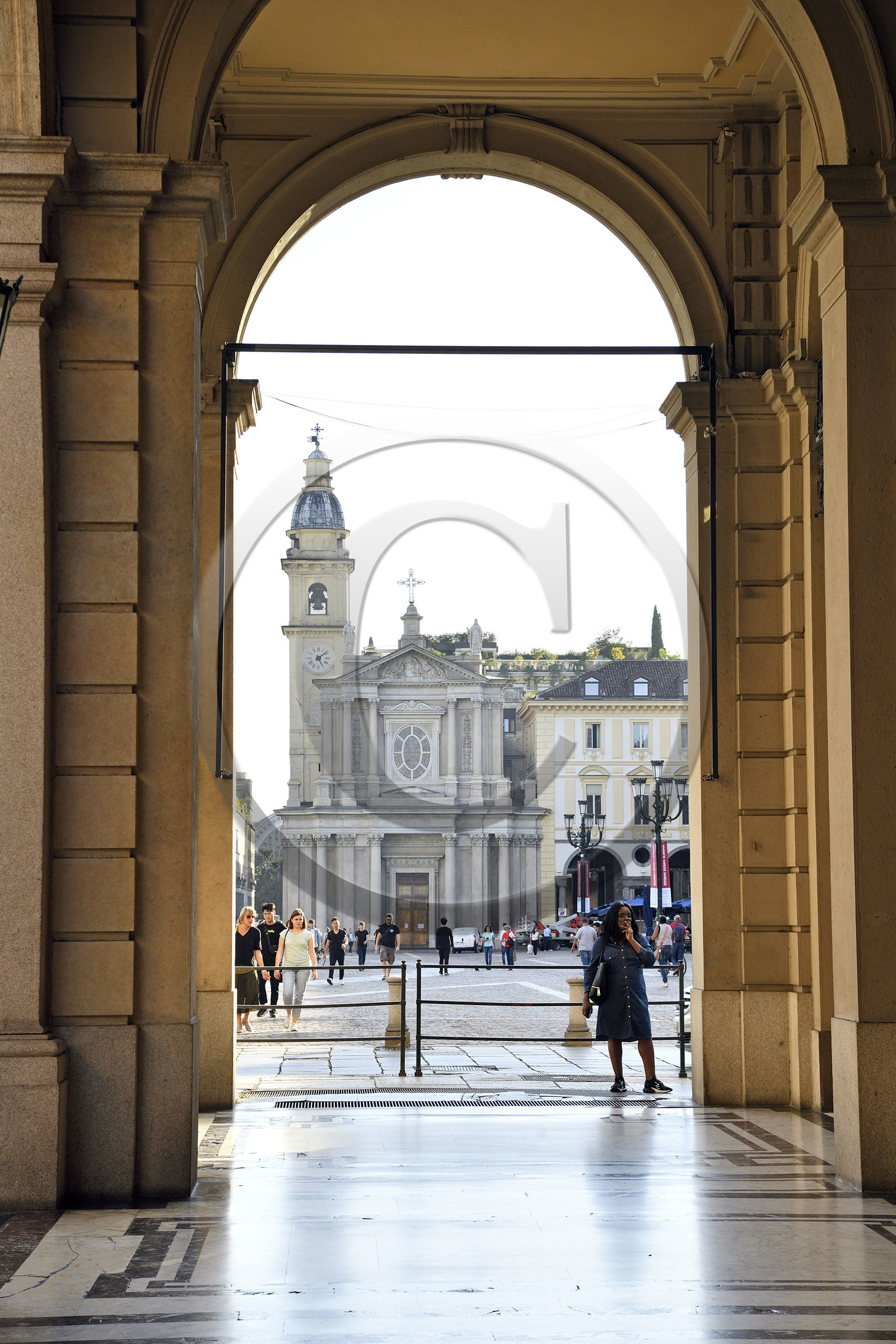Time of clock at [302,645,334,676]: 5:08
